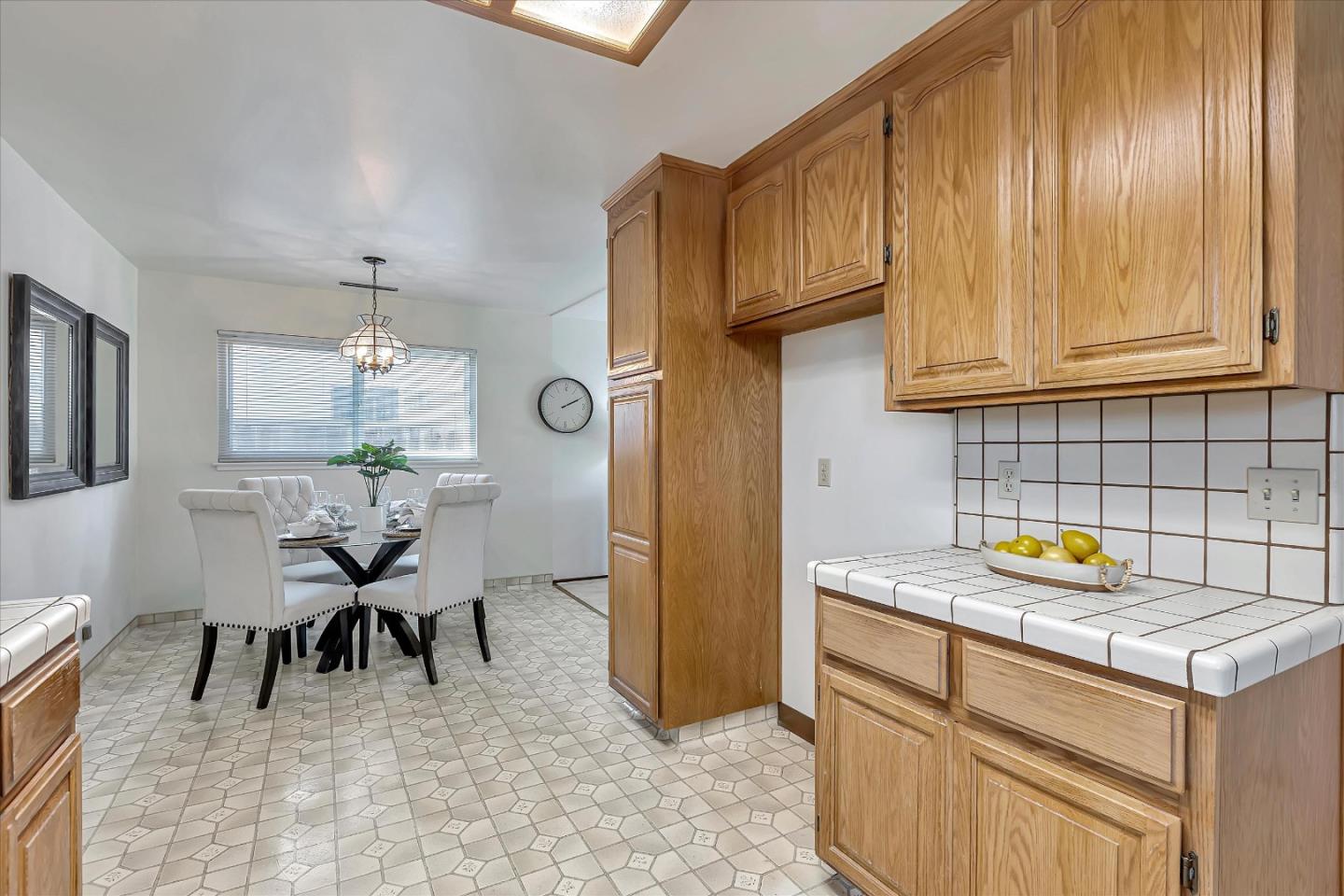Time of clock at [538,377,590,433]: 2:10
